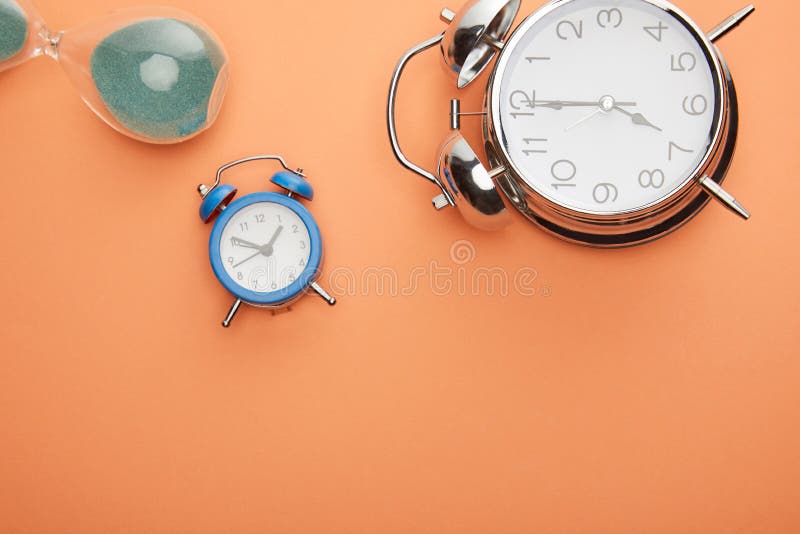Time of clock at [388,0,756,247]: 3:44
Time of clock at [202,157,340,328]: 10:07
